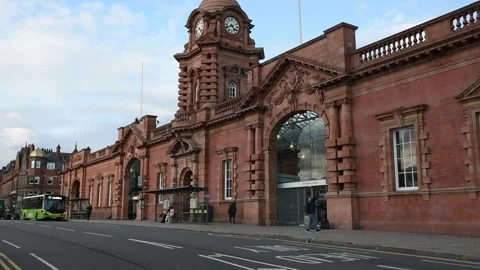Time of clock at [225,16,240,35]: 4:40
